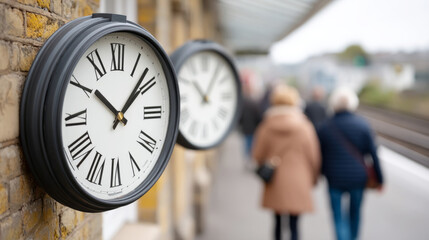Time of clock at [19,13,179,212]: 10:07
